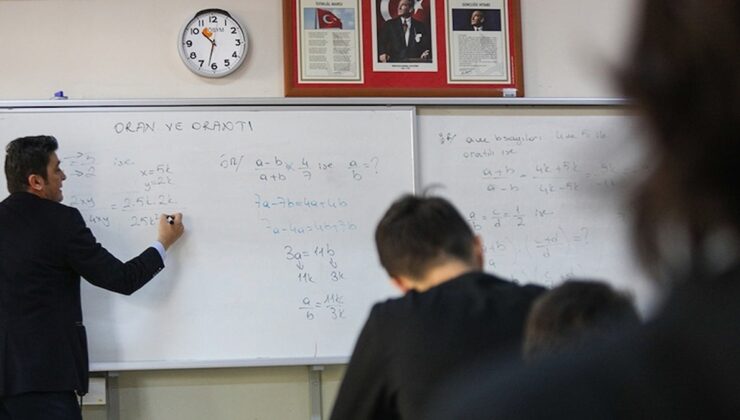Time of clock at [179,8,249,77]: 10:32
